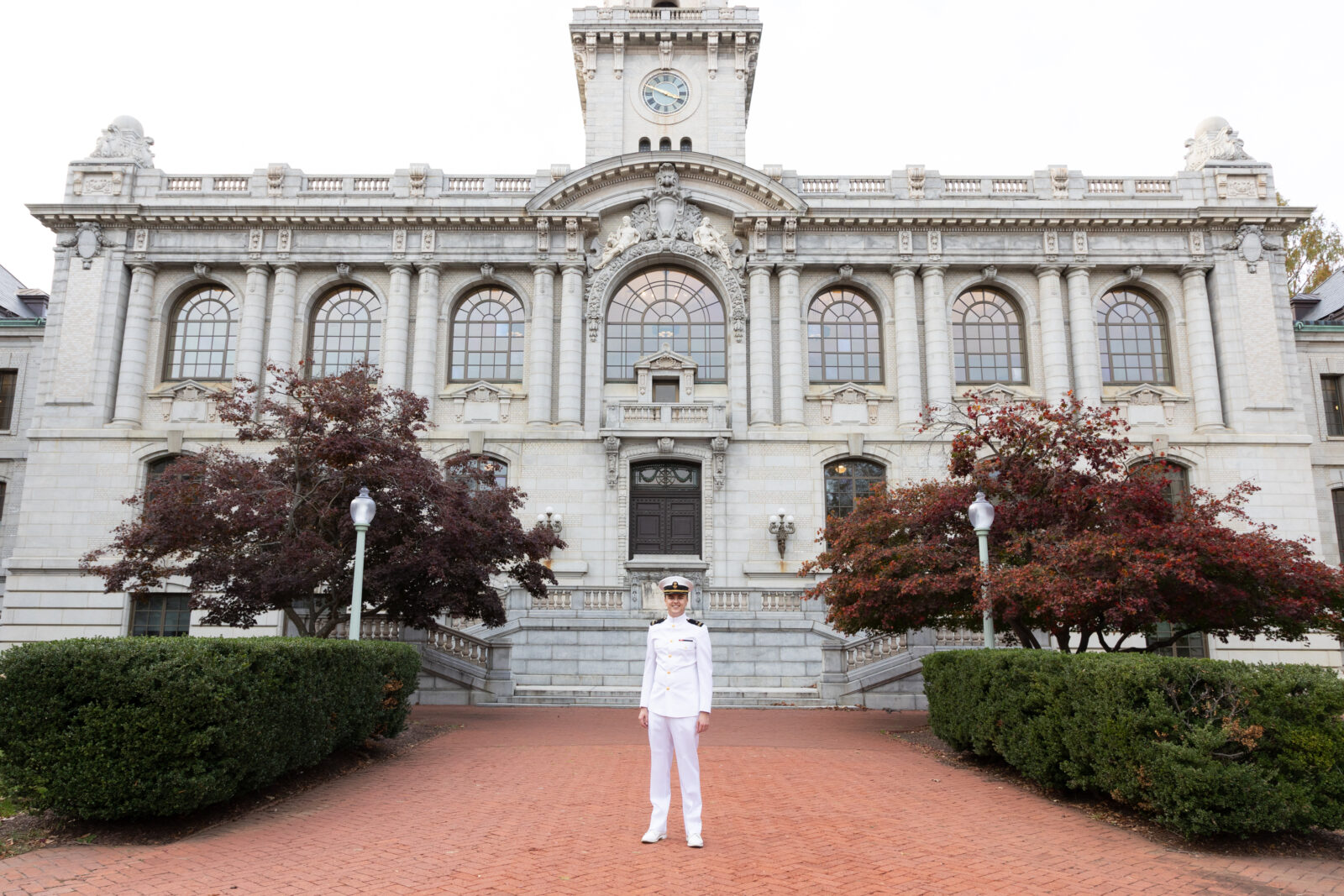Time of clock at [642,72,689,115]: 3:48
